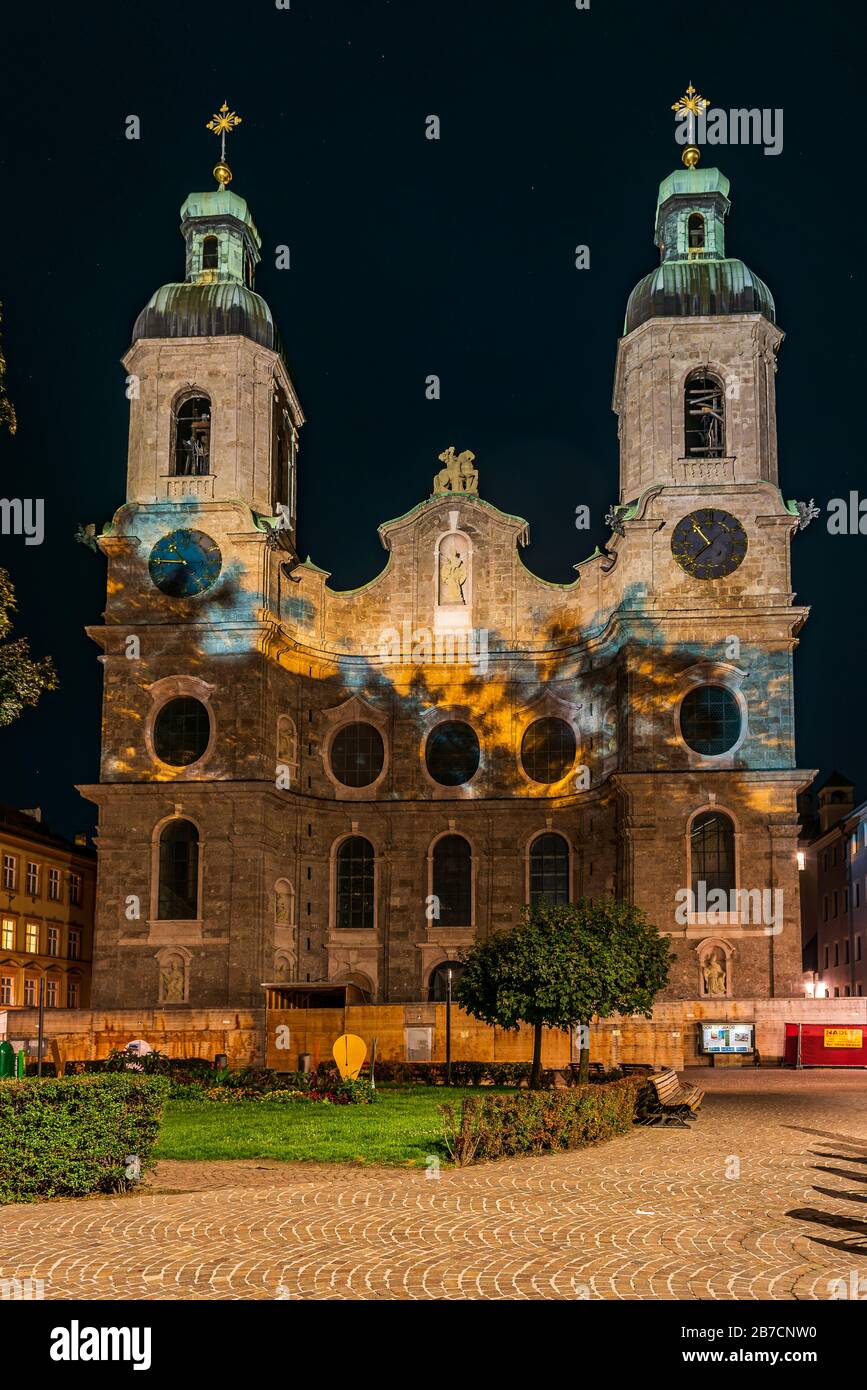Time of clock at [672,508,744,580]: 10:37
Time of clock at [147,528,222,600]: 10:45
